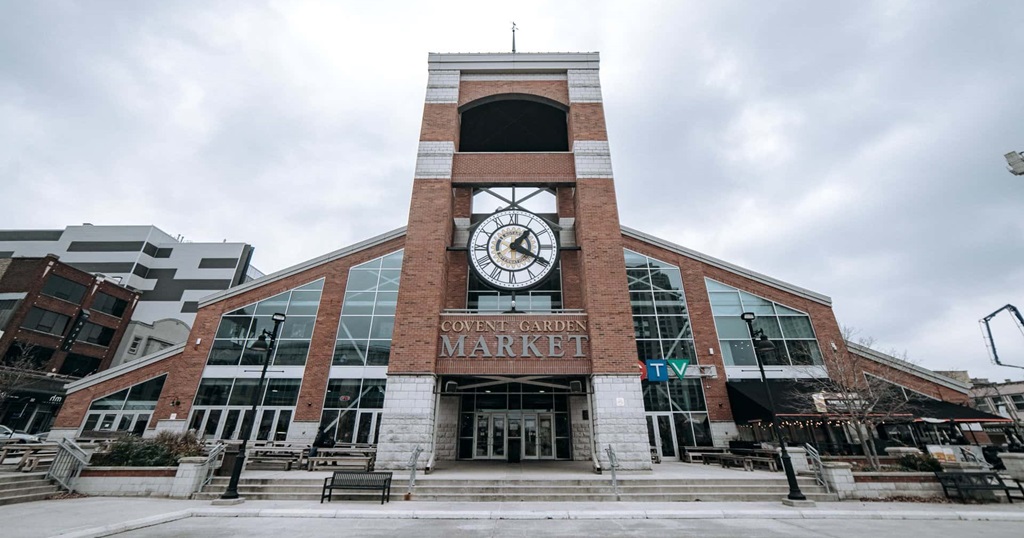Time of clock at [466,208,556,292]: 1:19
